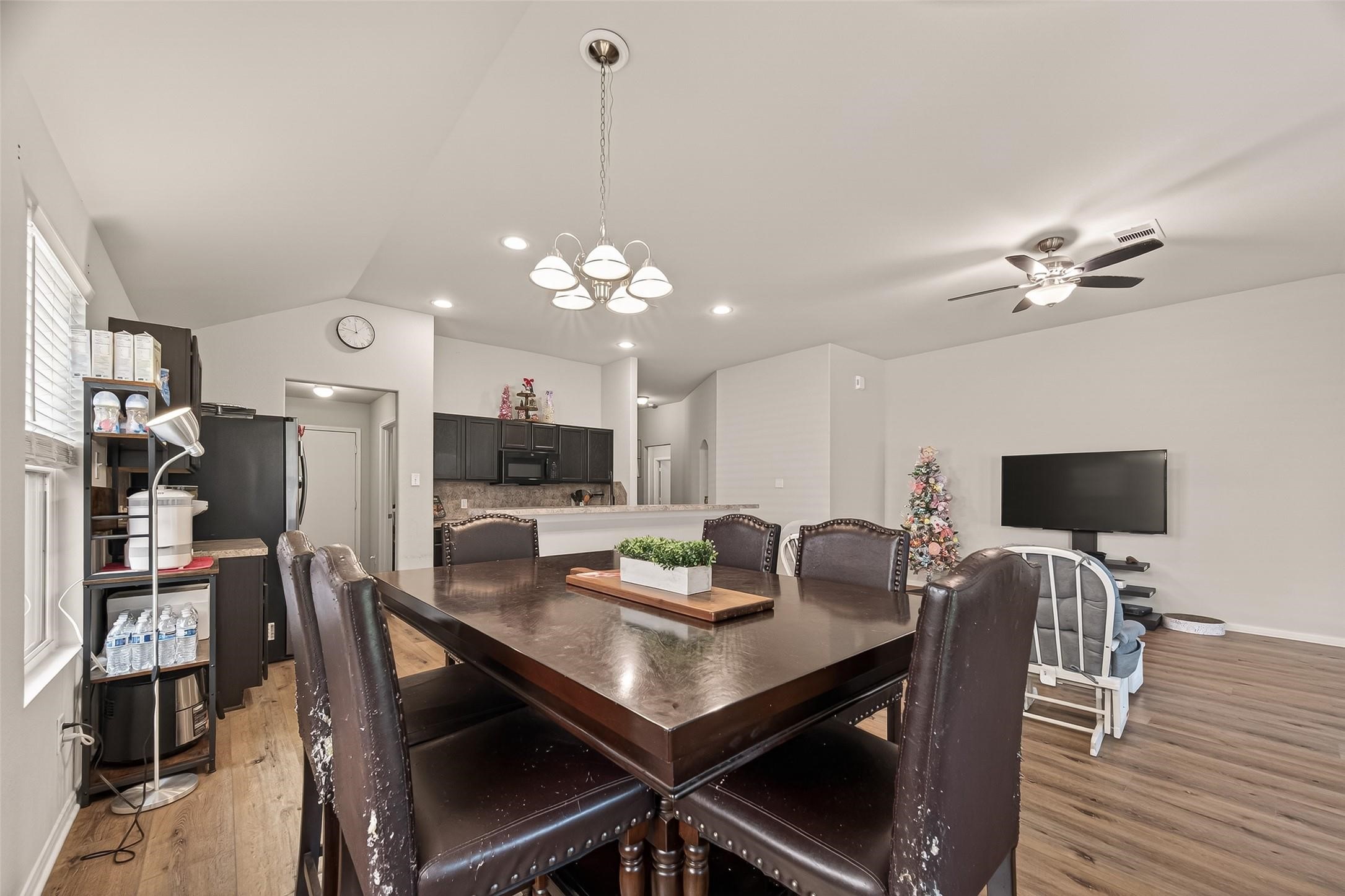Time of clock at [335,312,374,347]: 11:47
